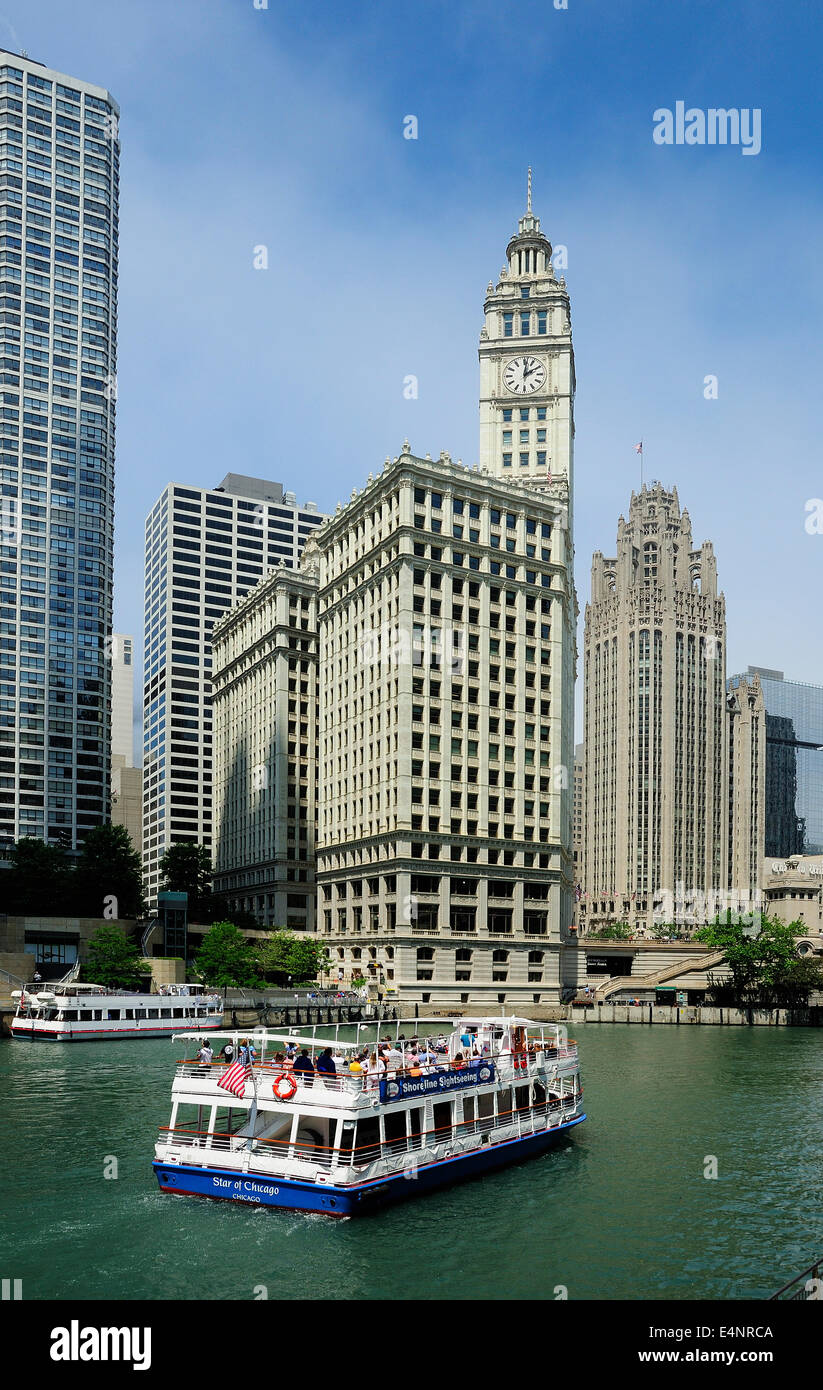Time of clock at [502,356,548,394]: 2:01
